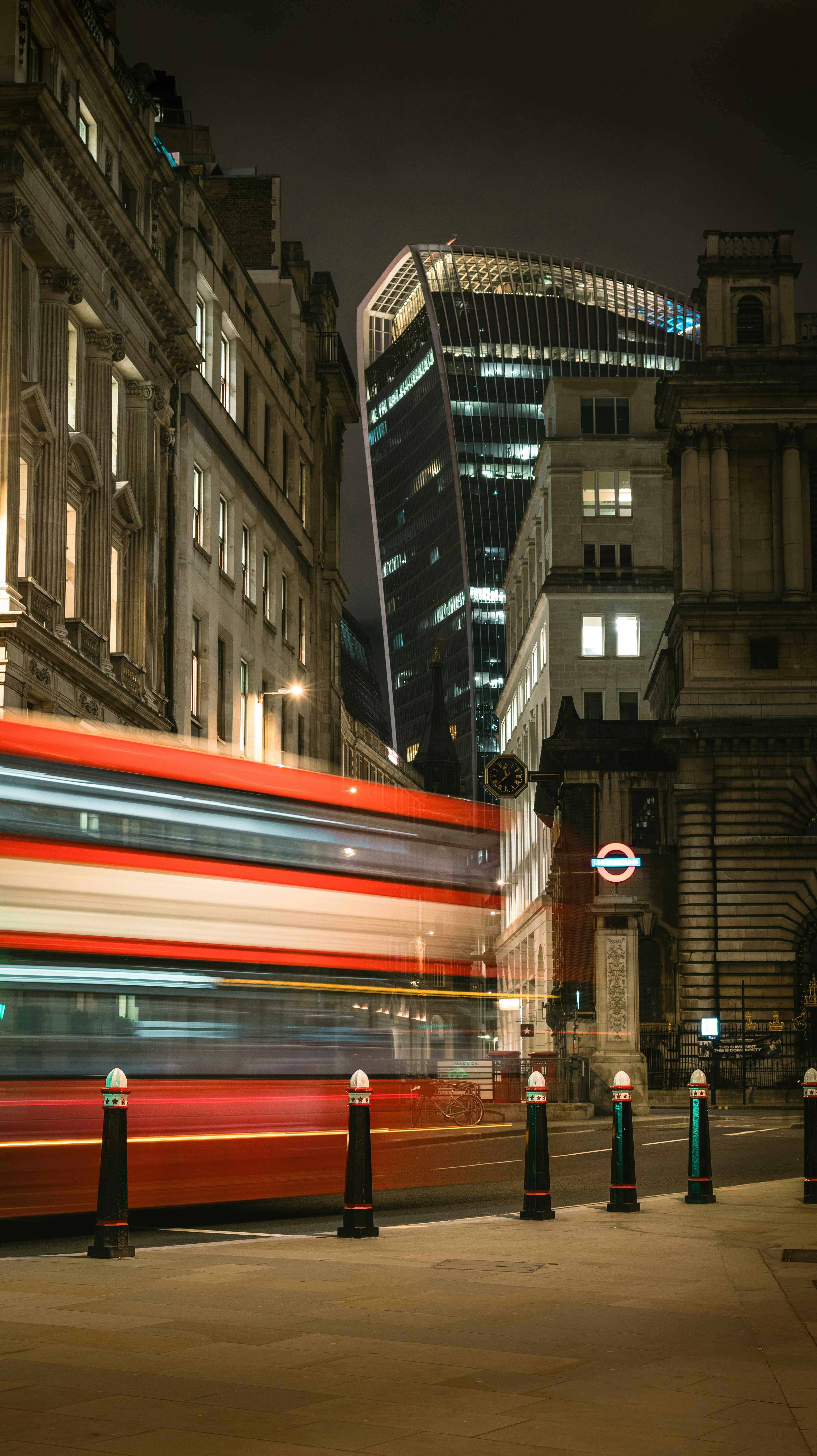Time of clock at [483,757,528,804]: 11:37
